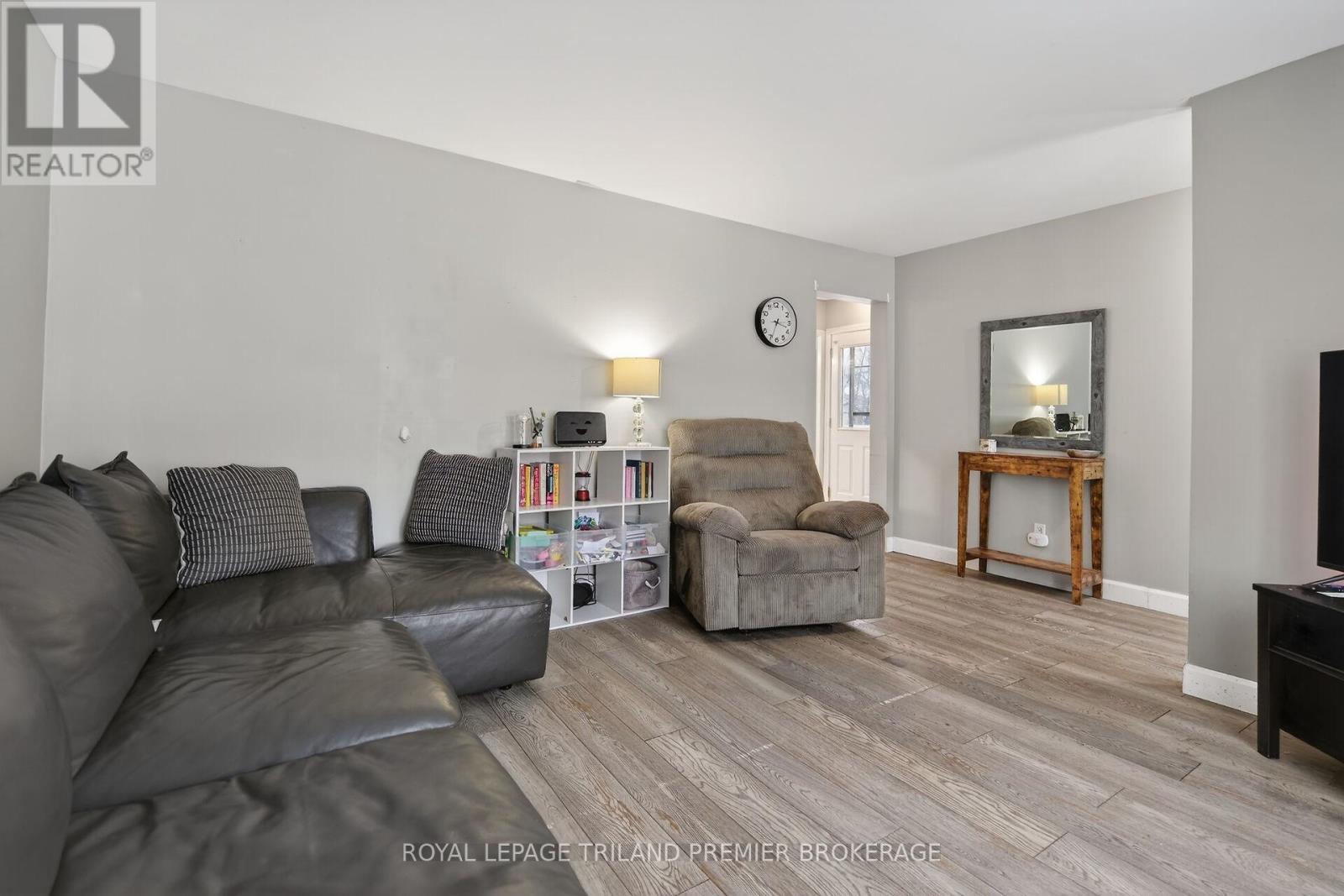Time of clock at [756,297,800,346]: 3:34
